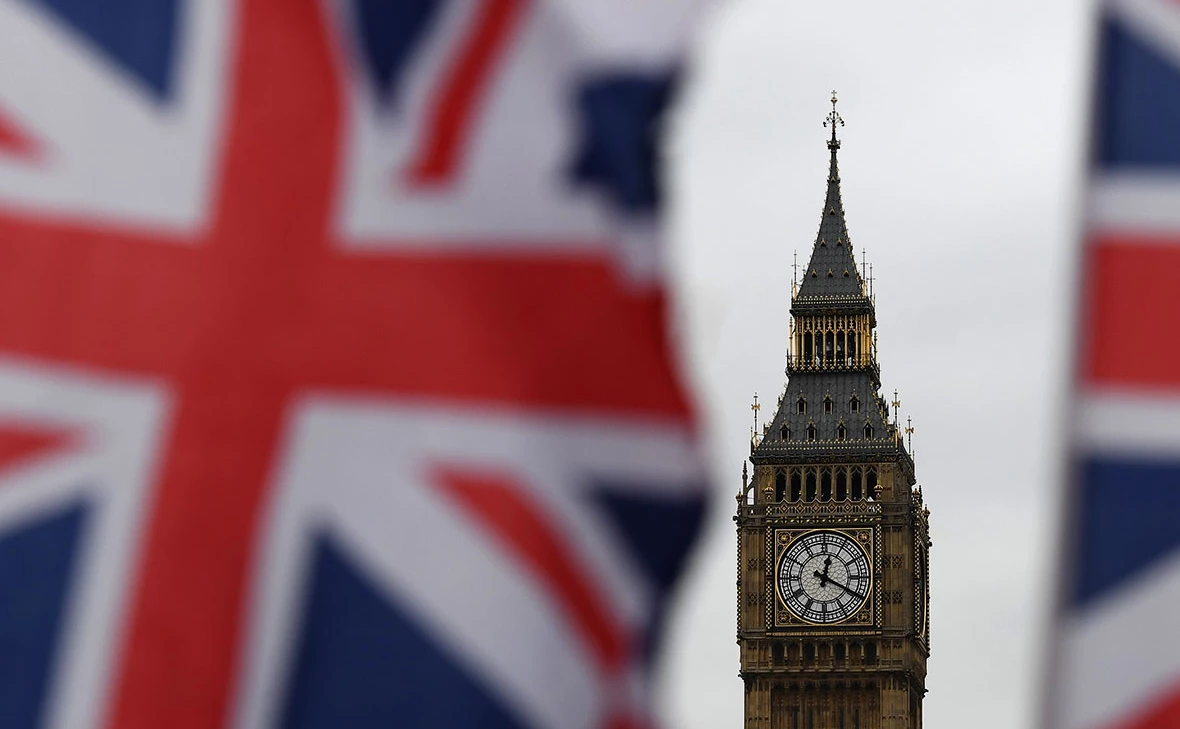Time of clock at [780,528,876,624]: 12:19
